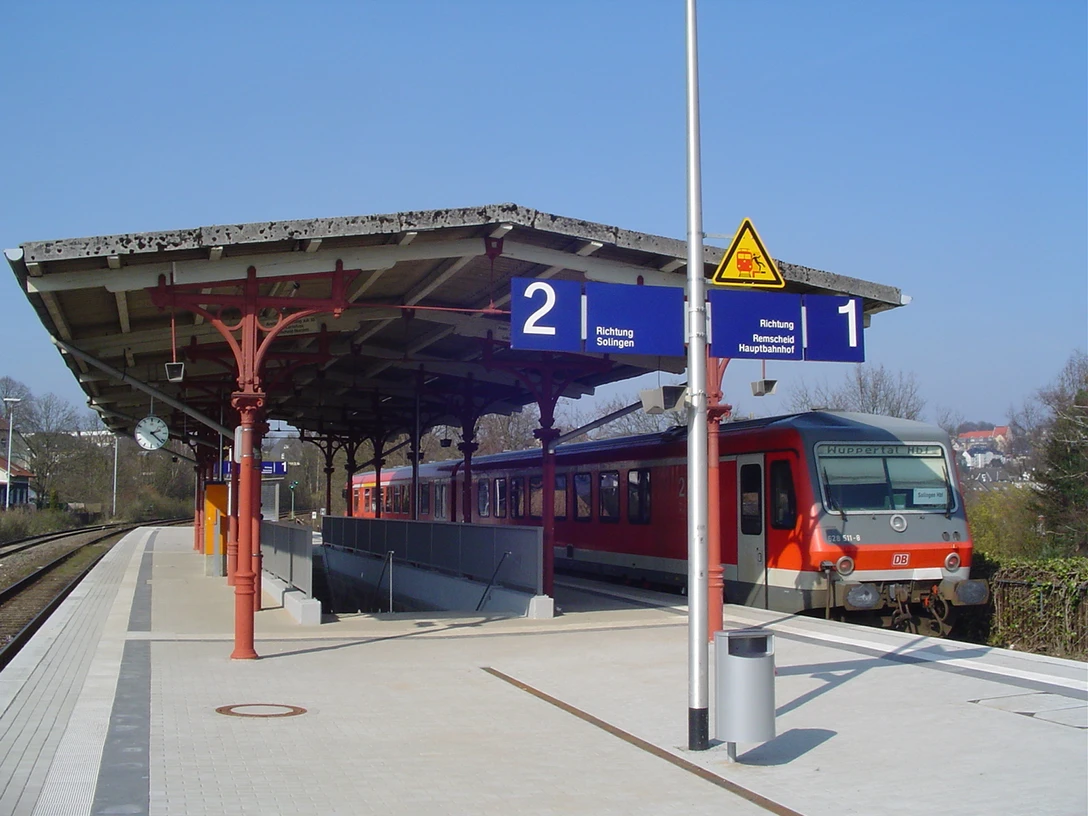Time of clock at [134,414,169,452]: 2:21
